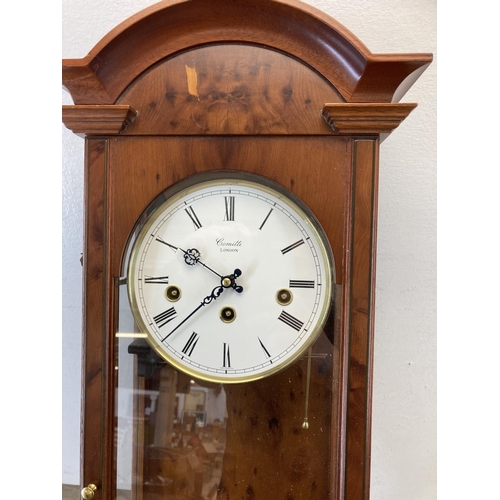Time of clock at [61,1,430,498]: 7:50
